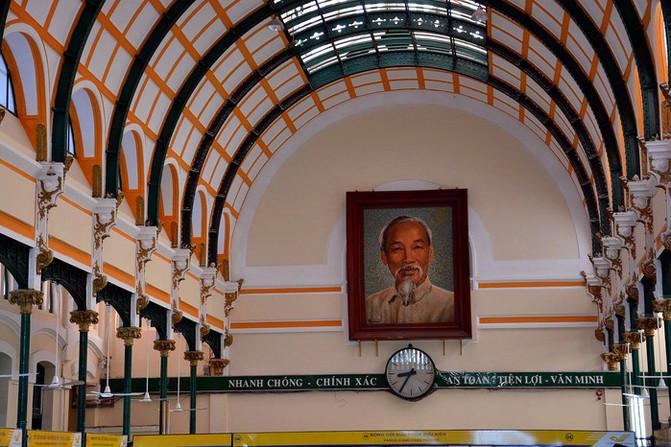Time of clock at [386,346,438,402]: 8:35
